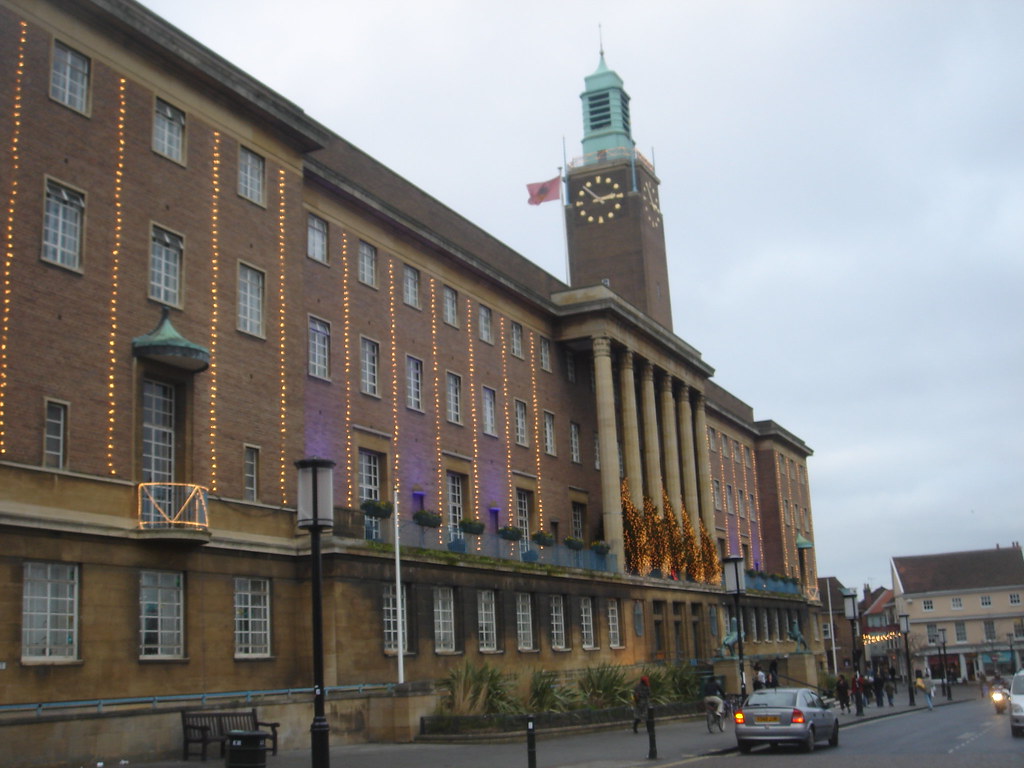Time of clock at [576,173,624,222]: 2:52
